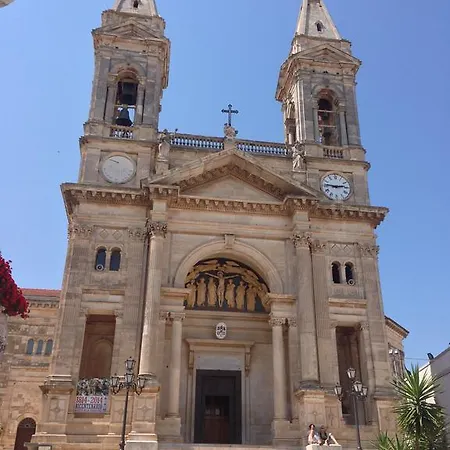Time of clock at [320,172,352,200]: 2:46
